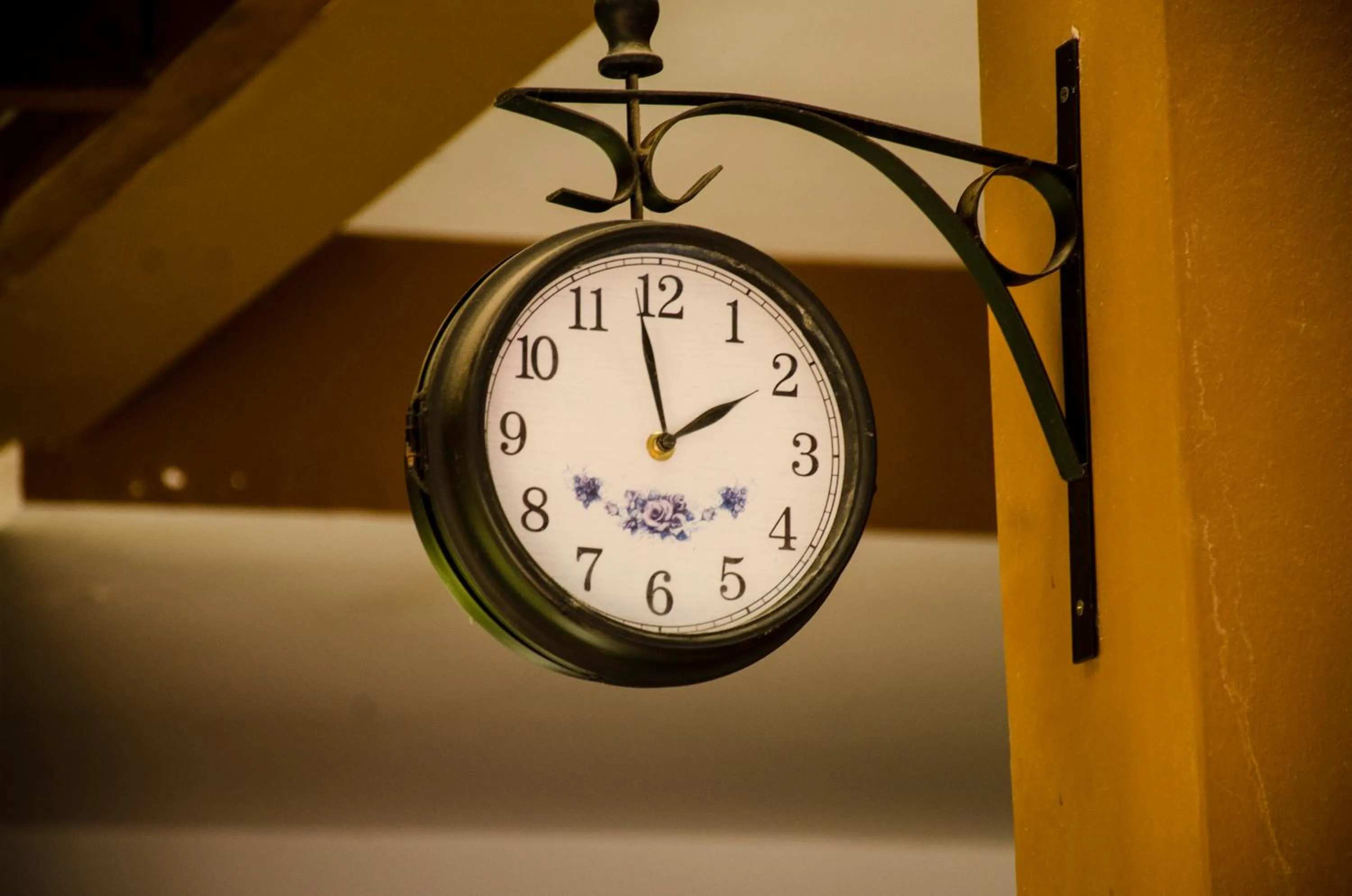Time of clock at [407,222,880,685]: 1:58
